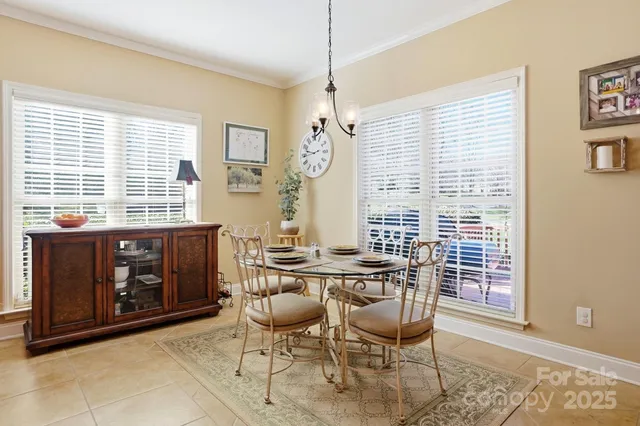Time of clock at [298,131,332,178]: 9:43
